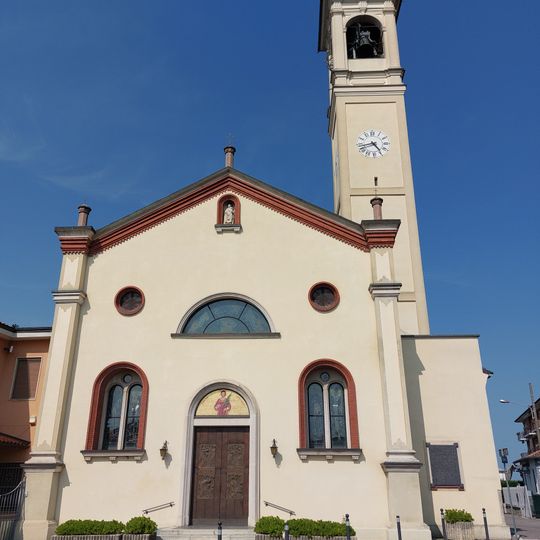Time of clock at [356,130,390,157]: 4:42
